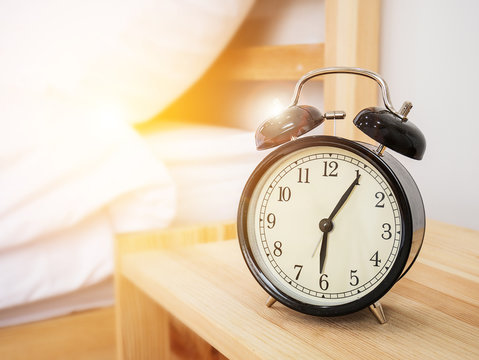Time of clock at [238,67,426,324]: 6:05
